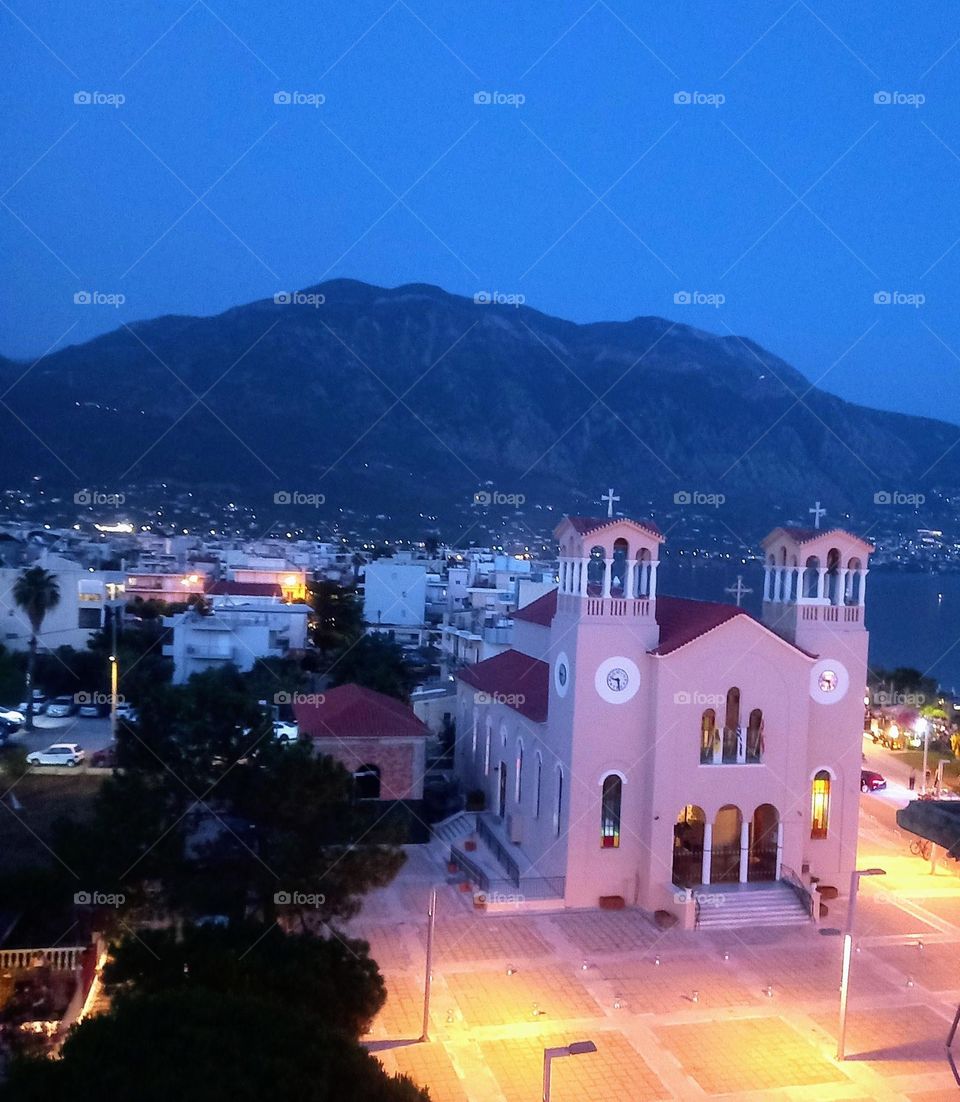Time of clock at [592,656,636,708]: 9:28
